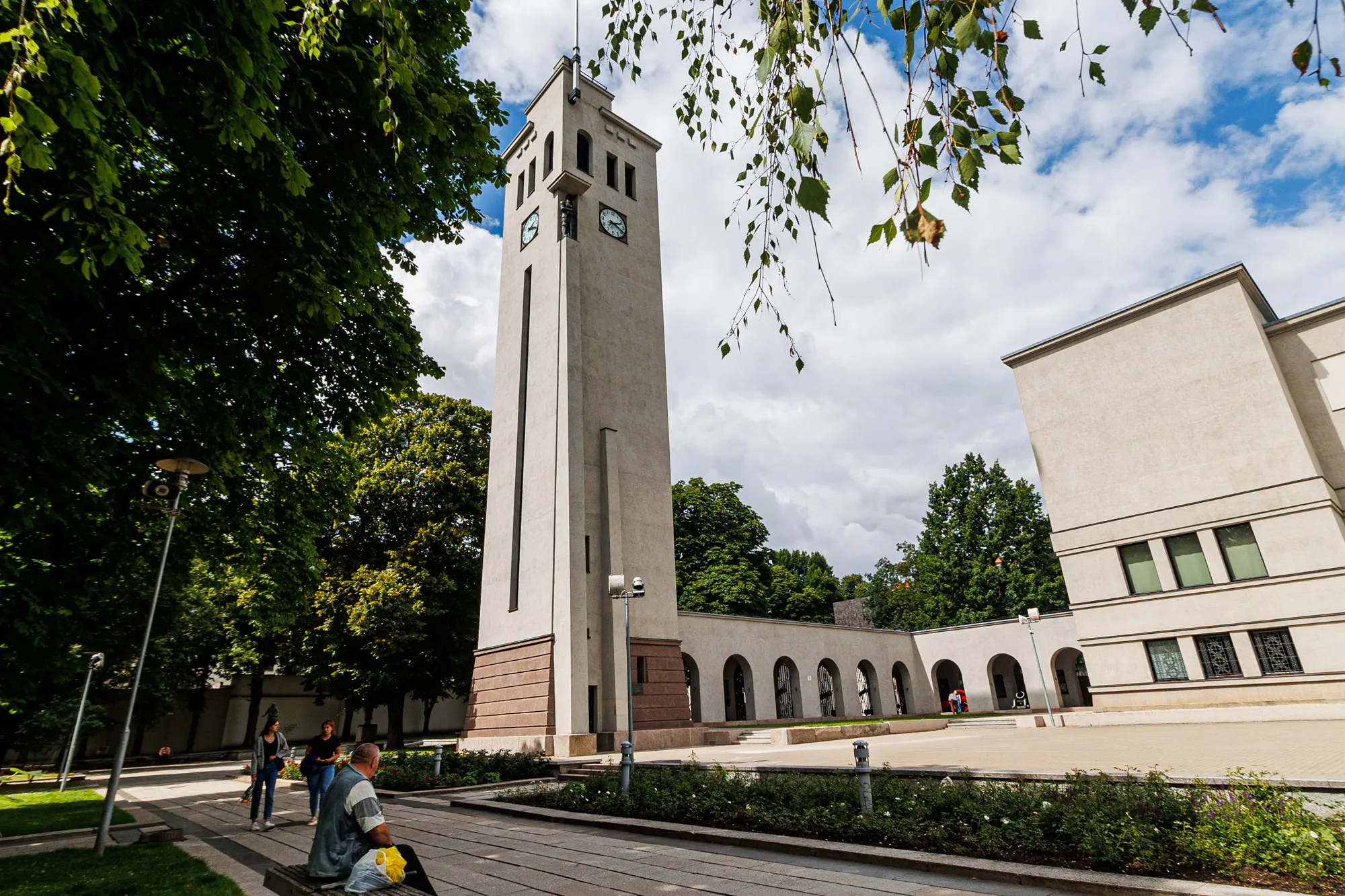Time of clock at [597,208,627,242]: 2:18
